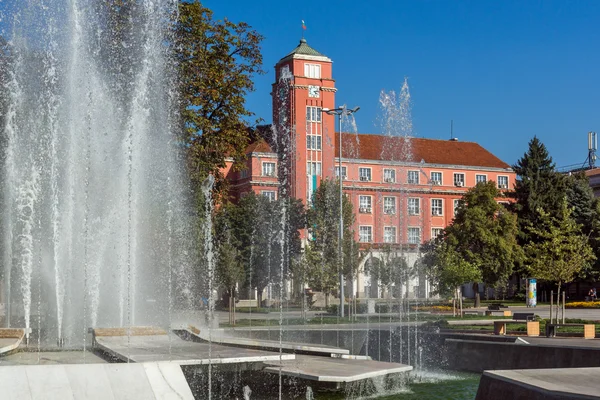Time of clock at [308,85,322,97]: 4:12
